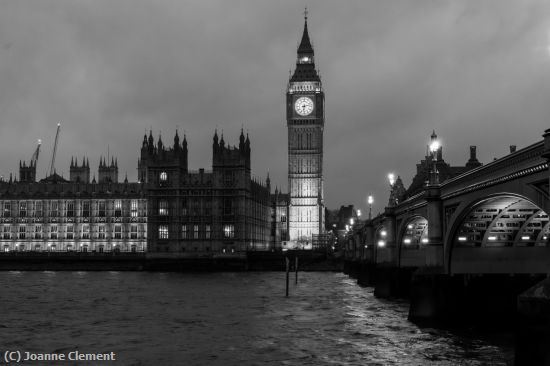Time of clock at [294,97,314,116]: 6:12
